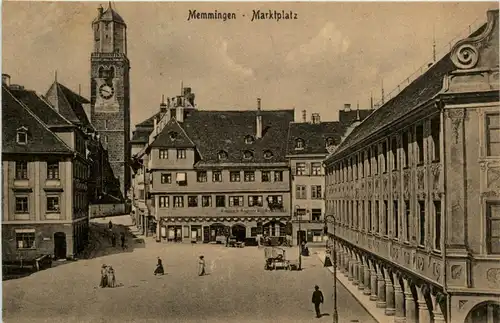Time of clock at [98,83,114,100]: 3:47
